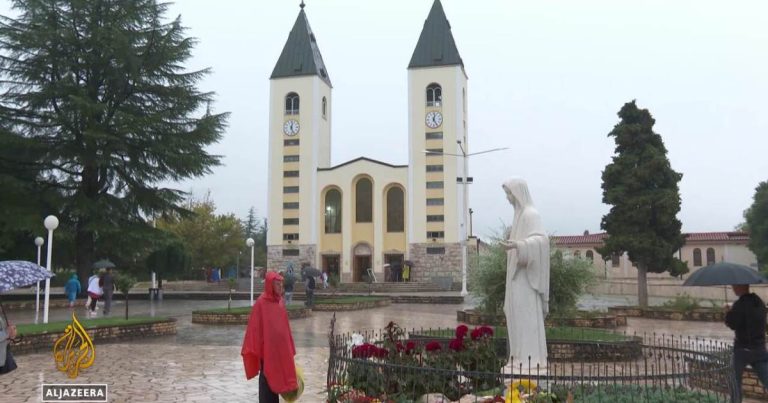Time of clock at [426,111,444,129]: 12:24
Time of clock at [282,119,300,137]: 12:26
